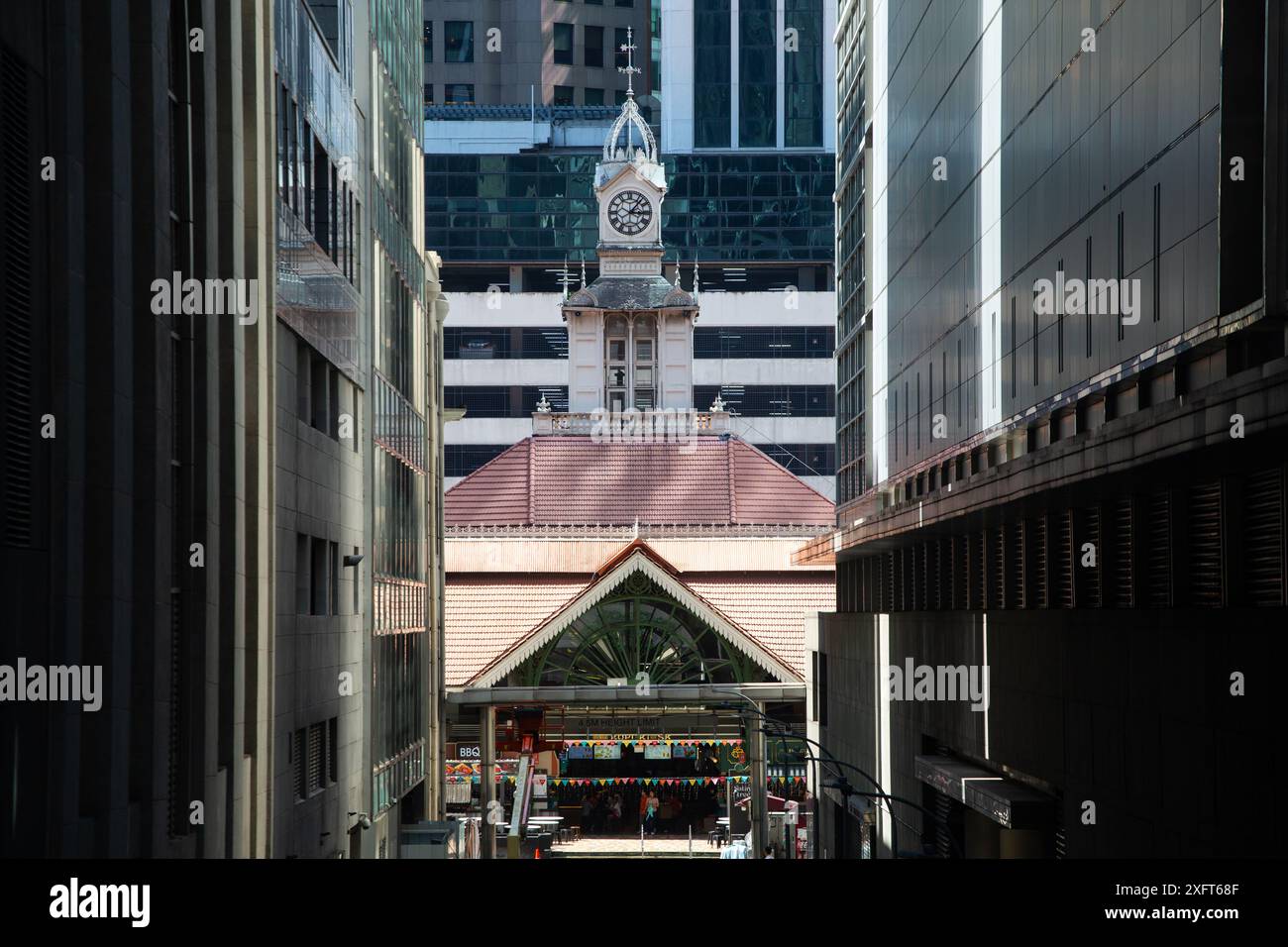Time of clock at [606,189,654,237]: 3:06
